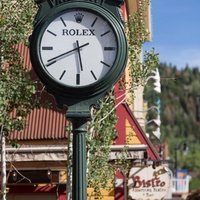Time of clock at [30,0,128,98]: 5:40
